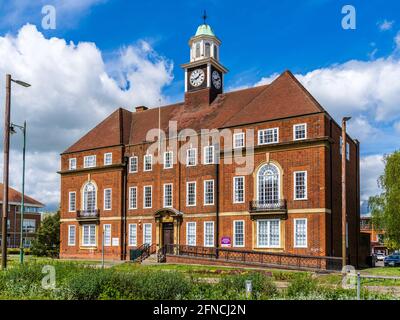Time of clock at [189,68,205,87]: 1:42
